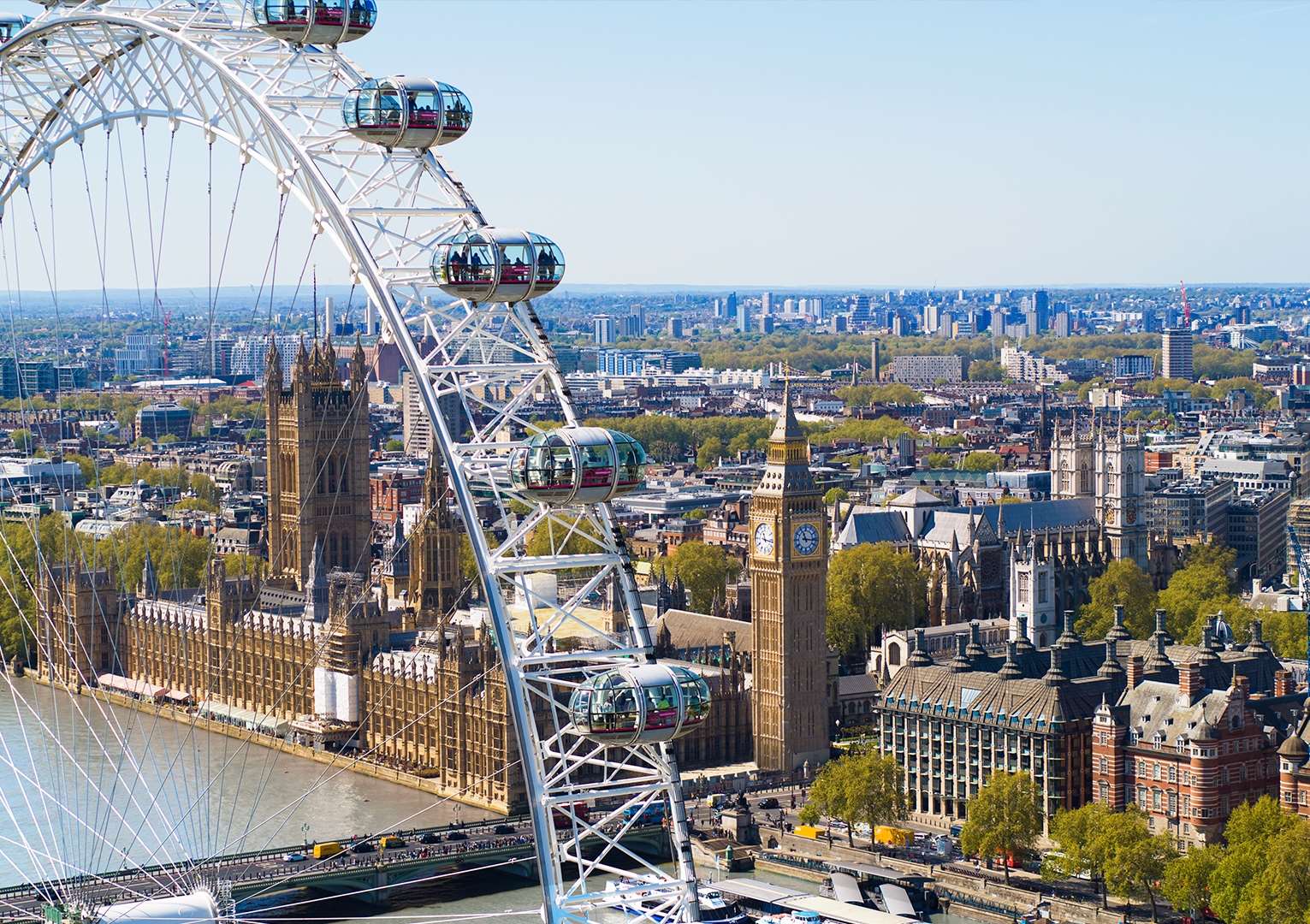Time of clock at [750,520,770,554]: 11:16
